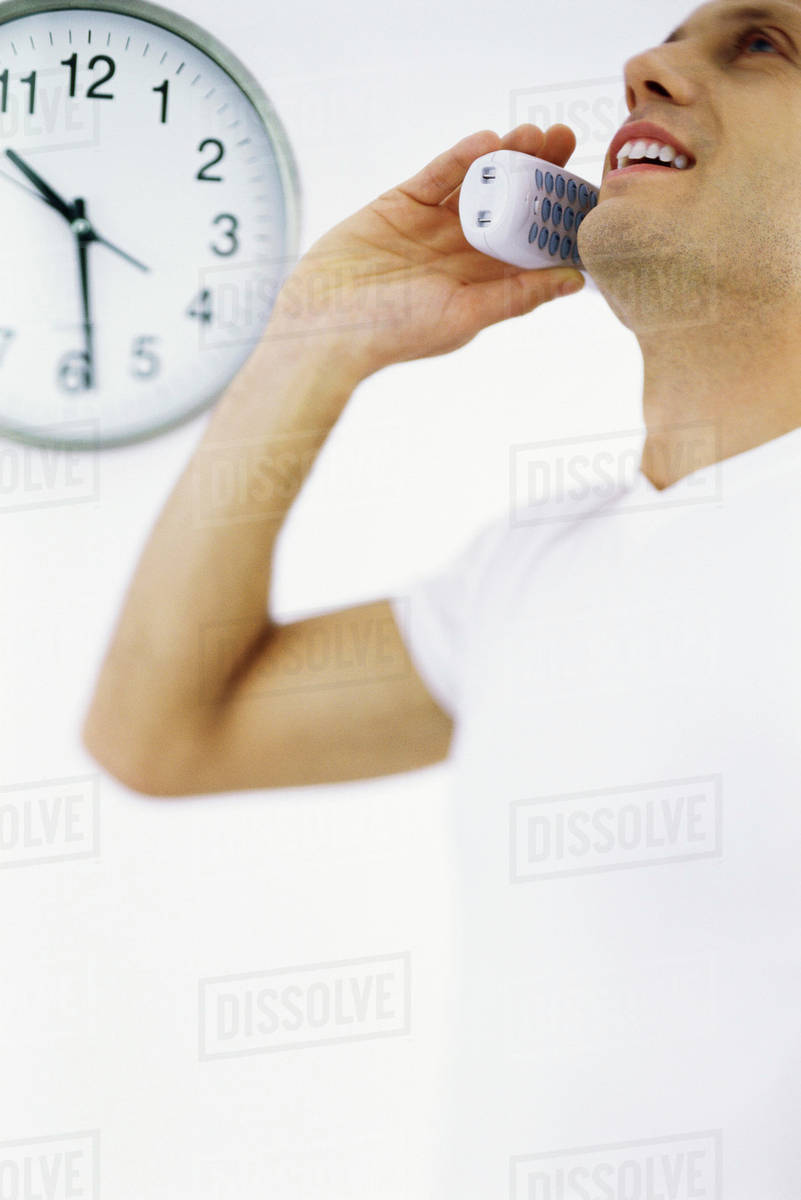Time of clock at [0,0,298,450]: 10:28
